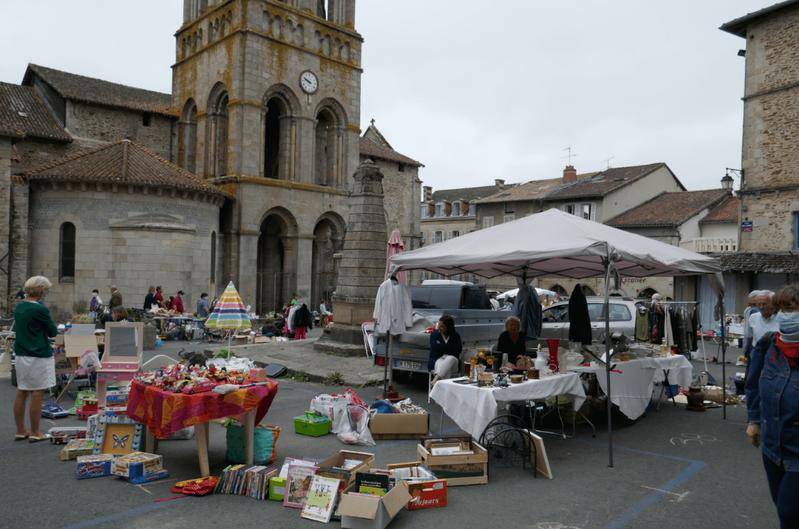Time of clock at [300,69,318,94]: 9:48
